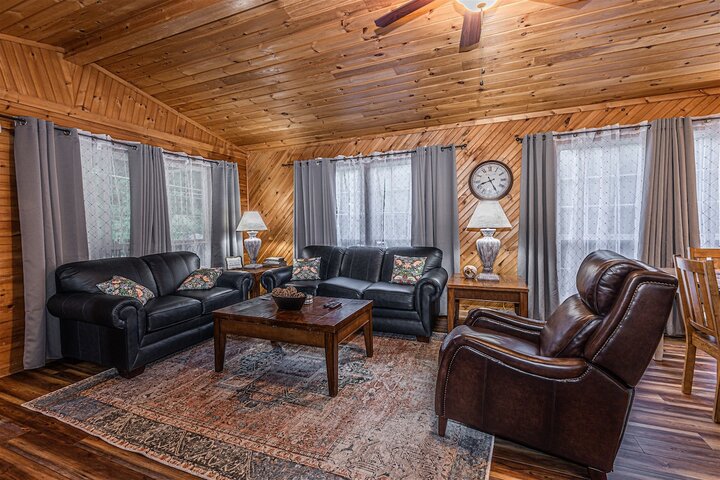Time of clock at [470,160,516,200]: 8:24
